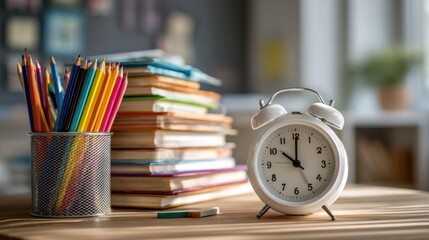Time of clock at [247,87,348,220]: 10:00
